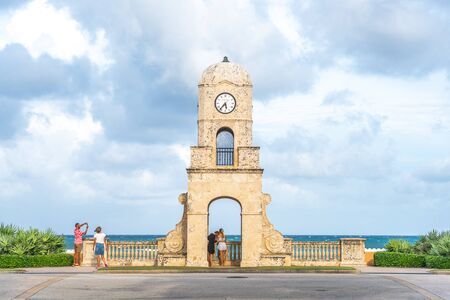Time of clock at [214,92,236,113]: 5:36
